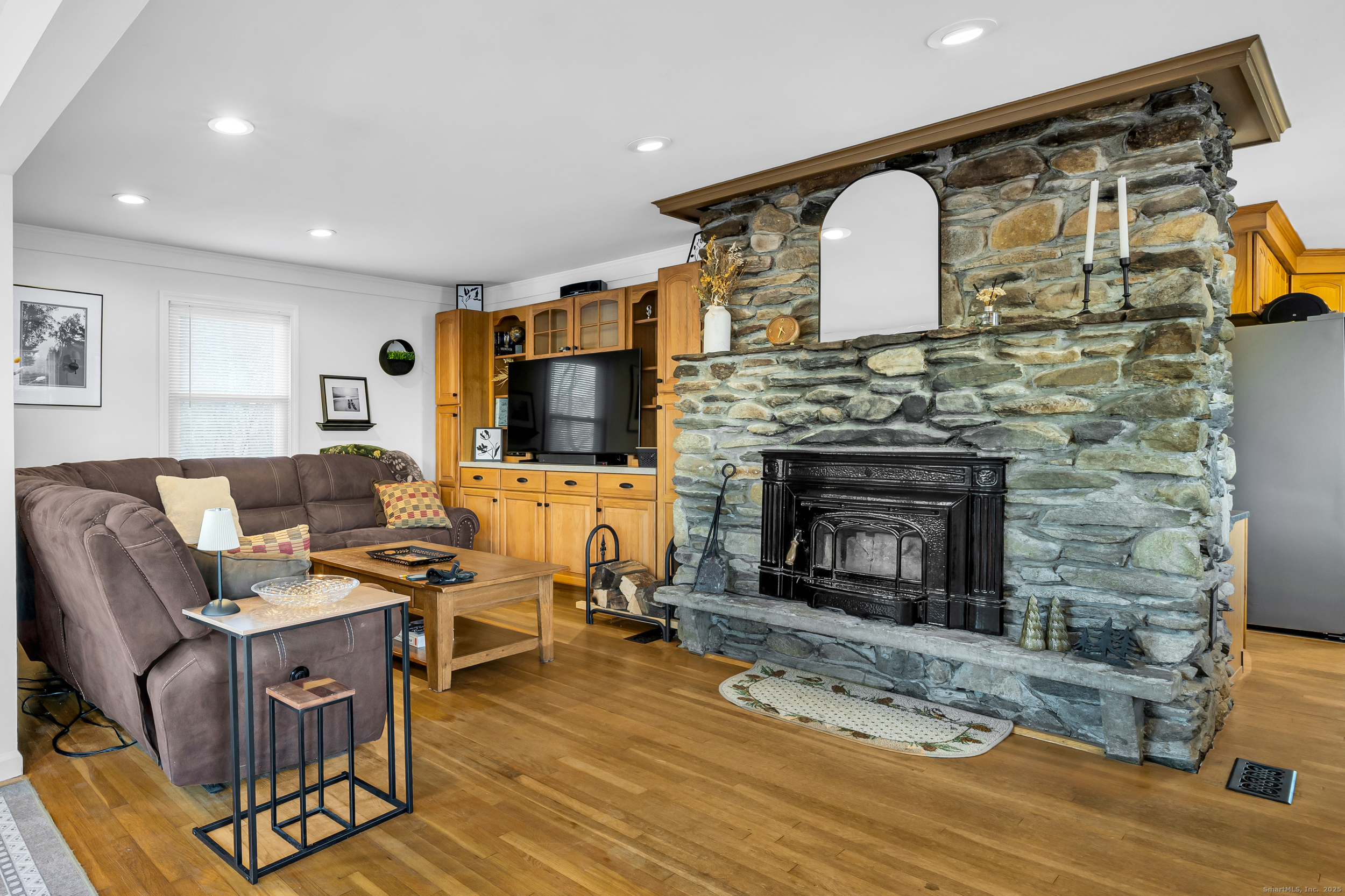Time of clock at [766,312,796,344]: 4:32
